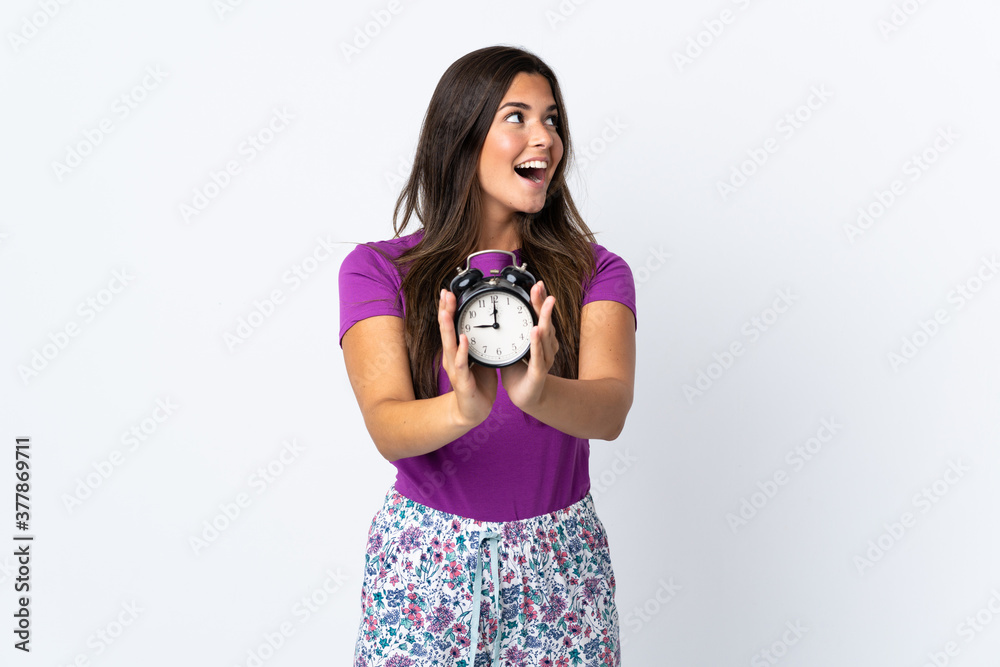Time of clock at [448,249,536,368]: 9:00
